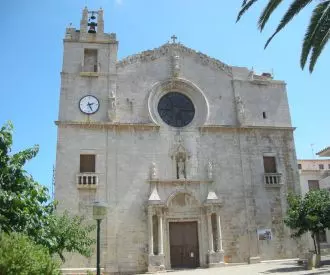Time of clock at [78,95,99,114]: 2:26
